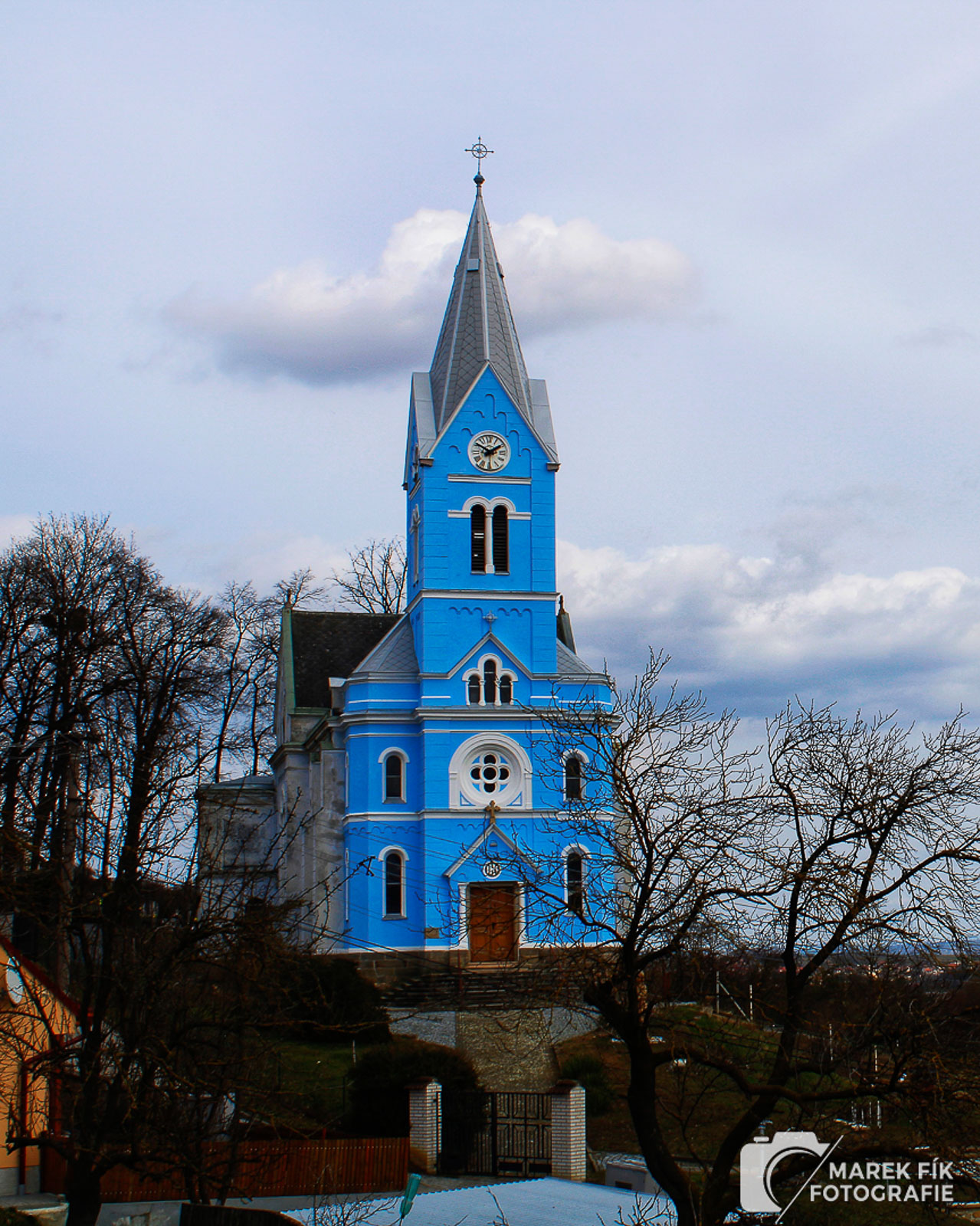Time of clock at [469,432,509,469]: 1:50
